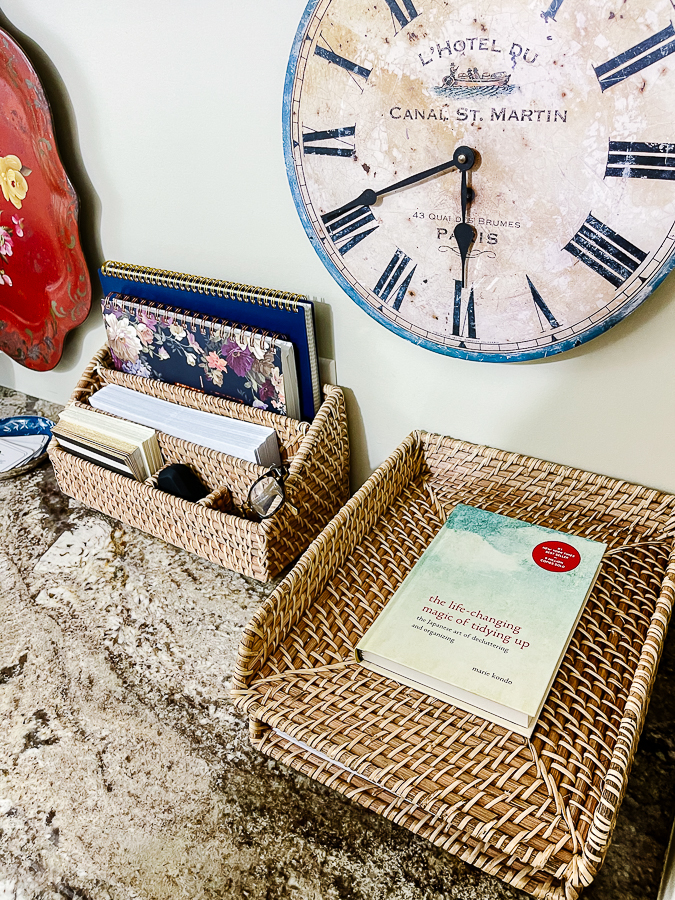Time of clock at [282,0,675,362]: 5:40
